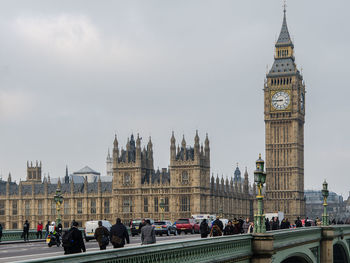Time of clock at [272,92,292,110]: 8:45
